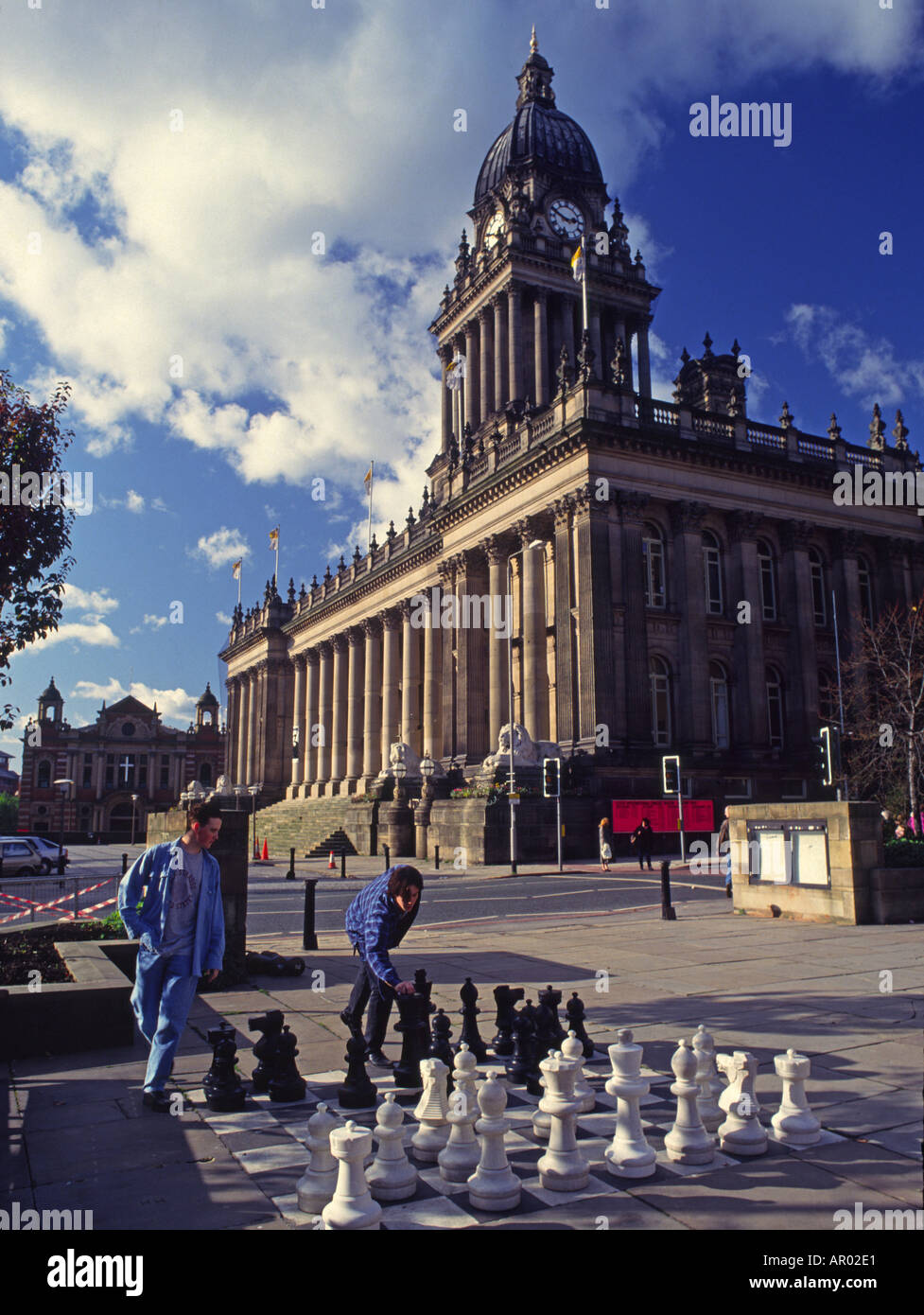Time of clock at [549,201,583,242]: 2:48
